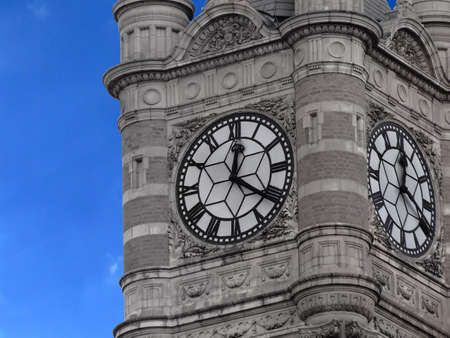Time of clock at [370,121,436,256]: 12:19
